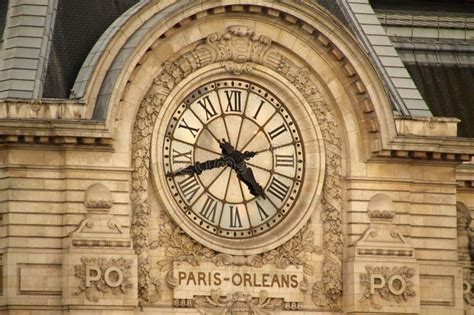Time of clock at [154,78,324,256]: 4:42
